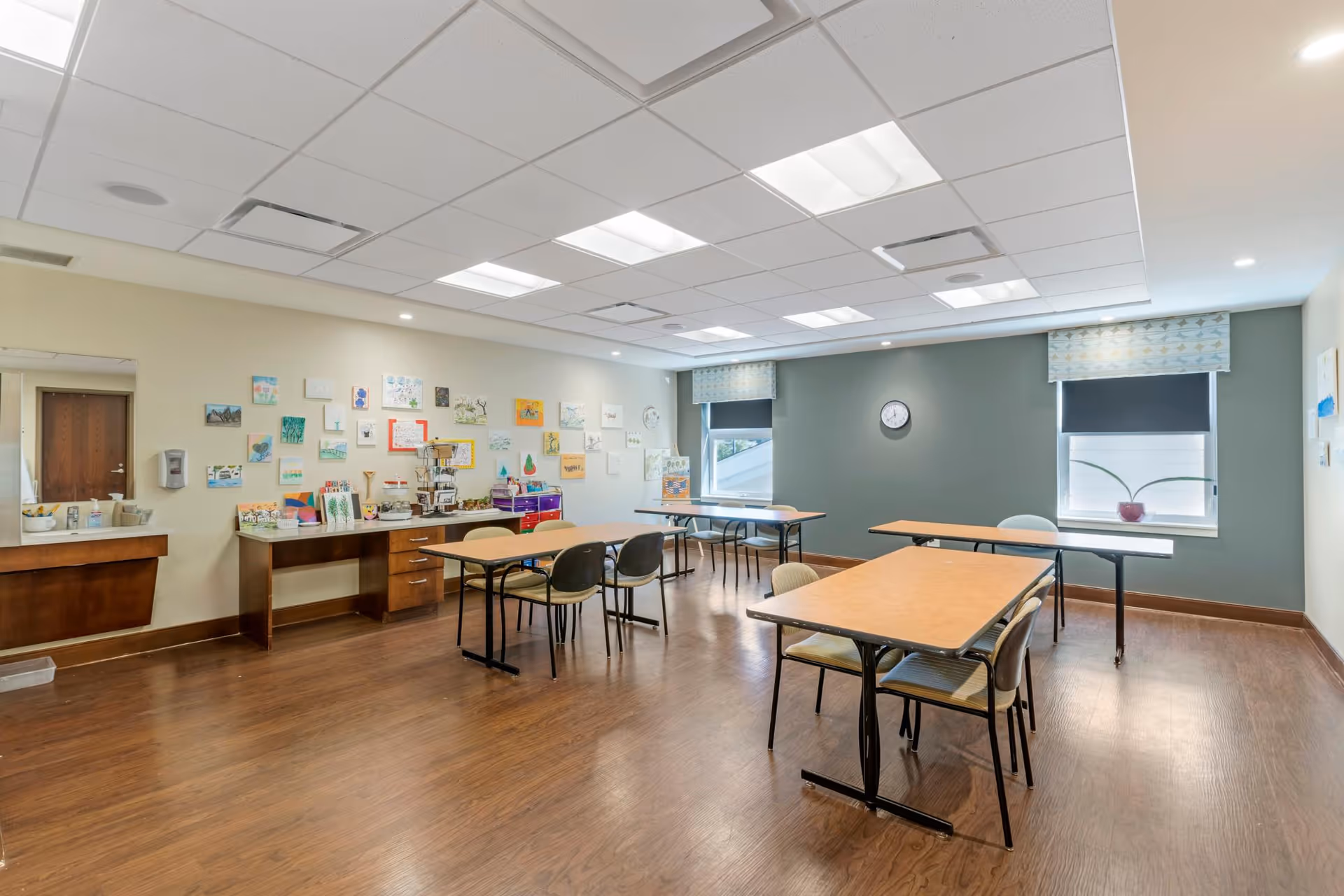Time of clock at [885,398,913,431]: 11:38
